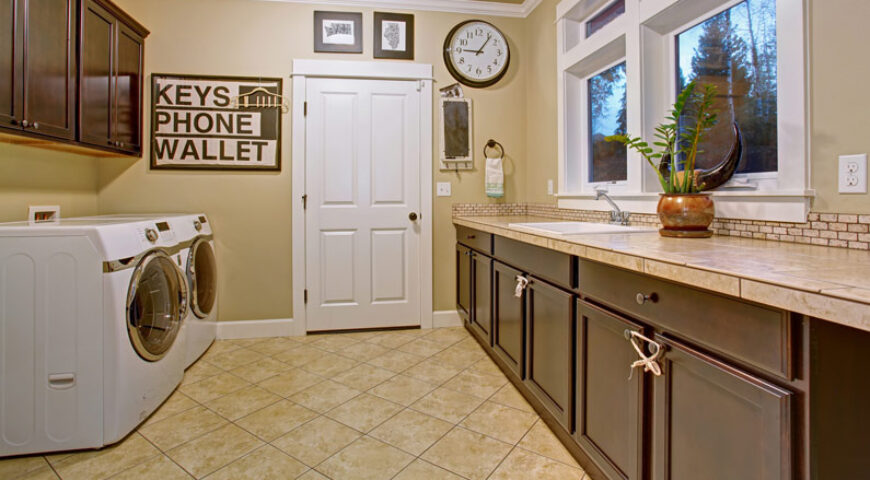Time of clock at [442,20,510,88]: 9:06
